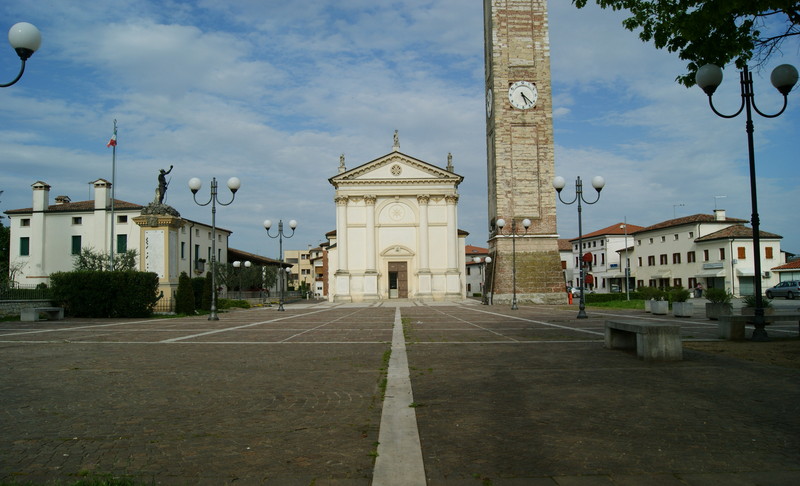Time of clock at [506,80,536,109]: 5:22
